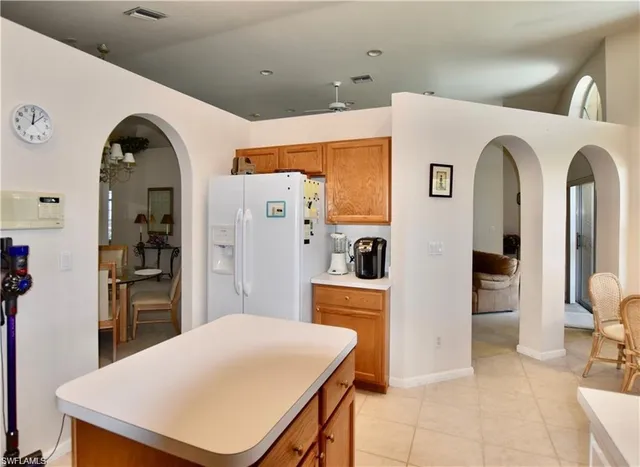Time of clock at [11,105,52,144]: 12:07
